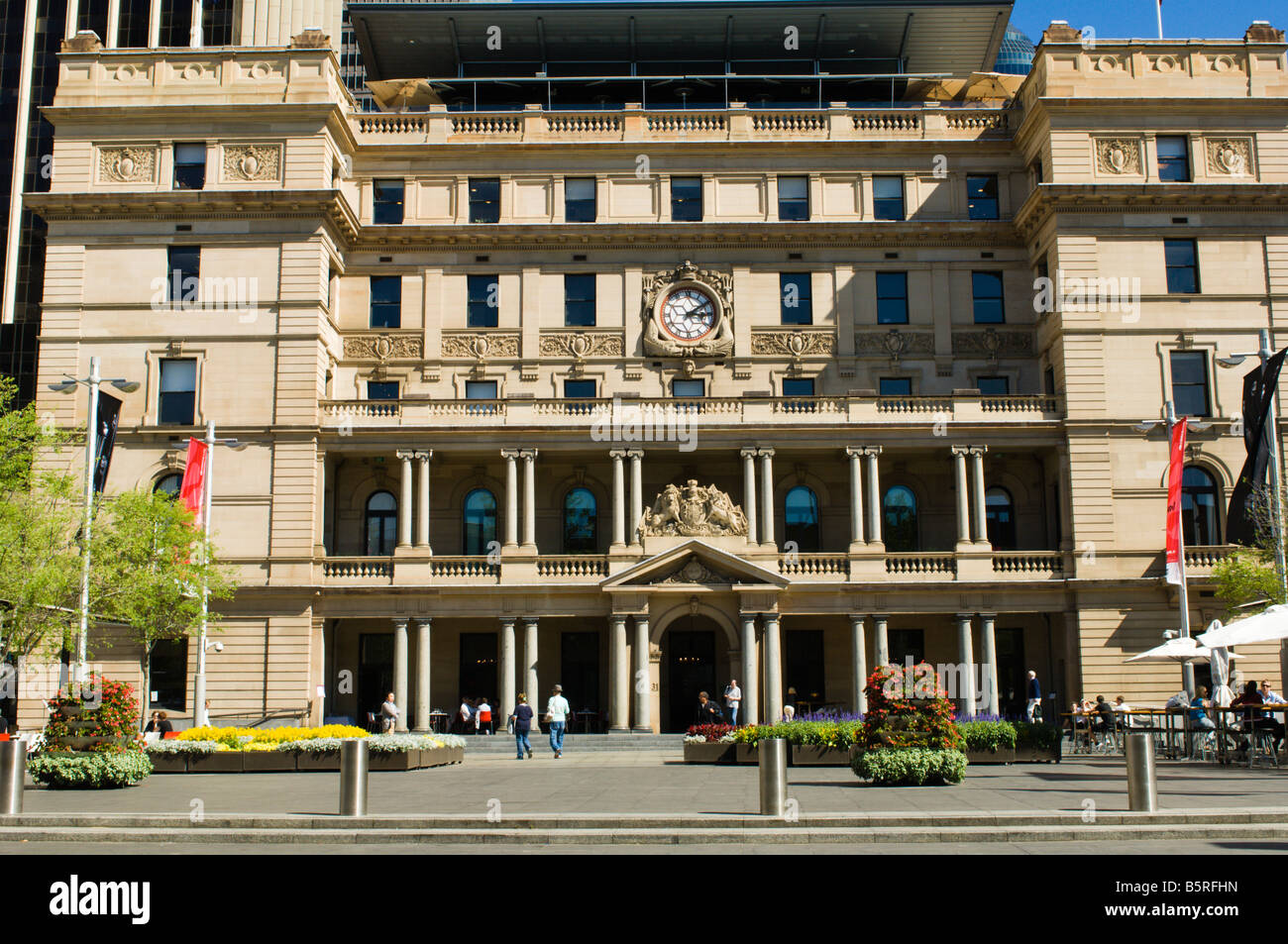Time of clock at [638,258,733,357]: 3:09
